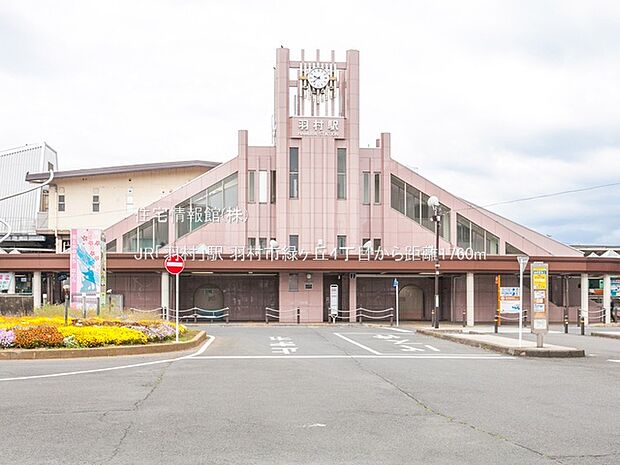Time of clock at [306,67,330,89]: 9:38
